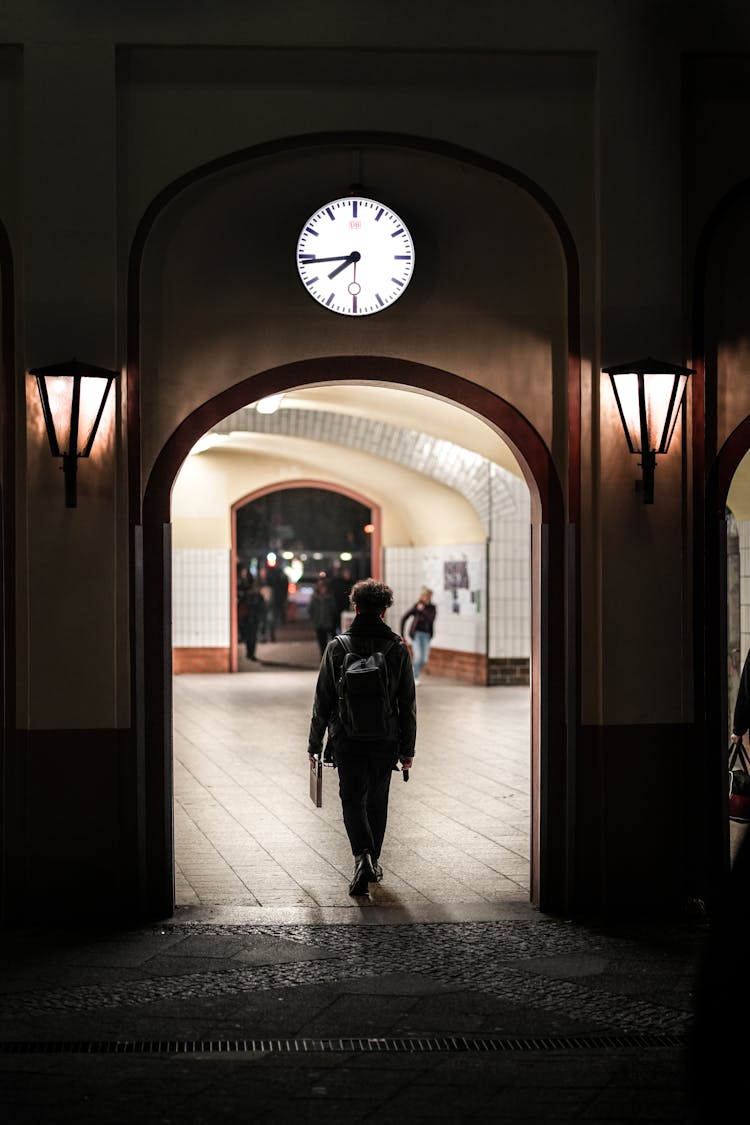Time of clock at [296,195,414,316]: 7:43
